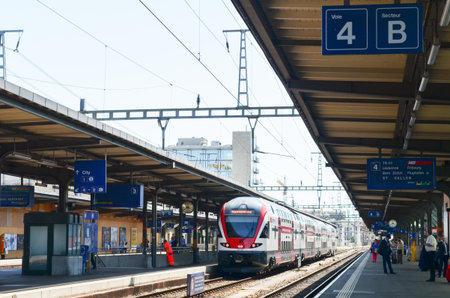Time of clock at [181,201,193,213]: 3:40
